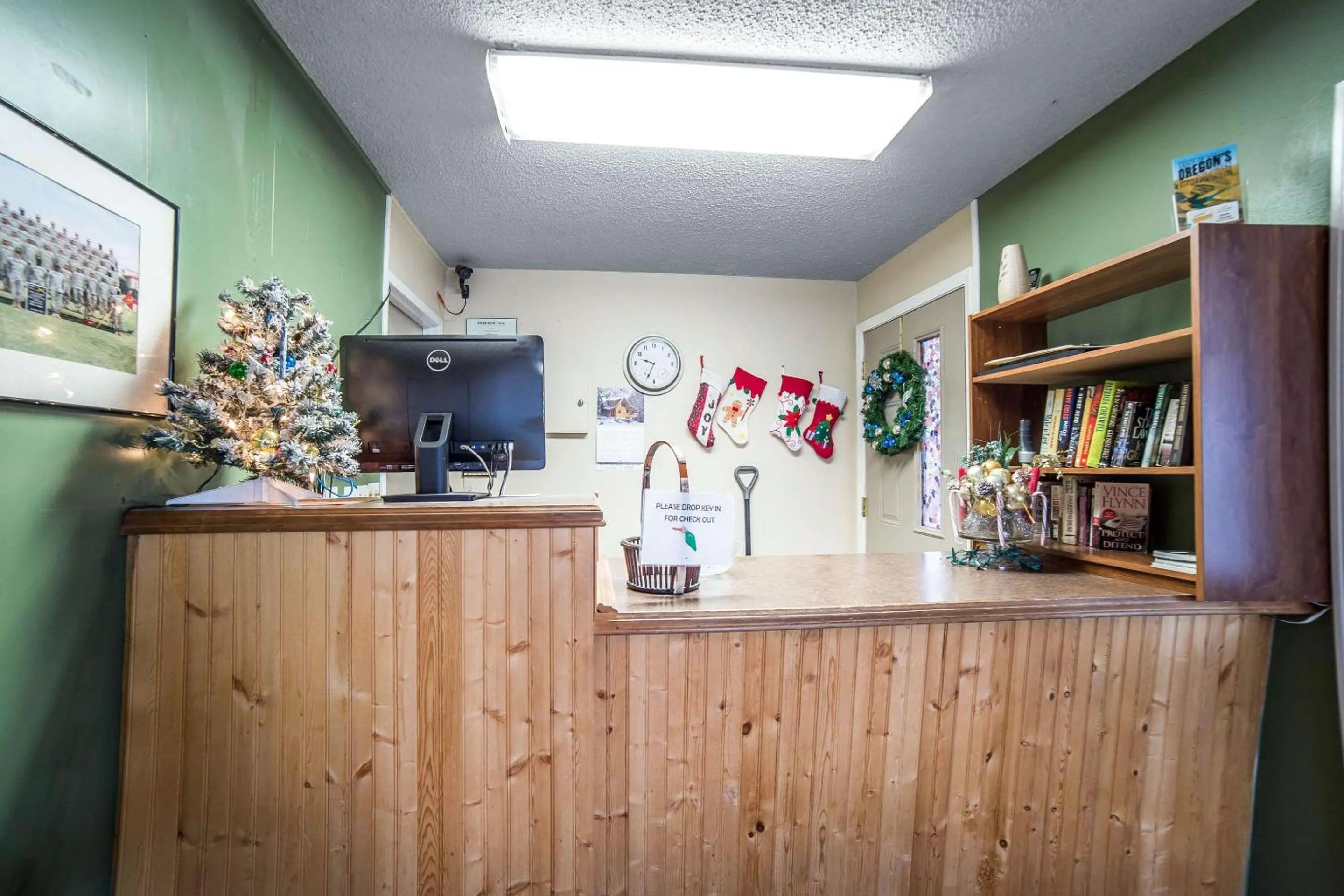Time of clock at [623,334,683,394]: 9:34
